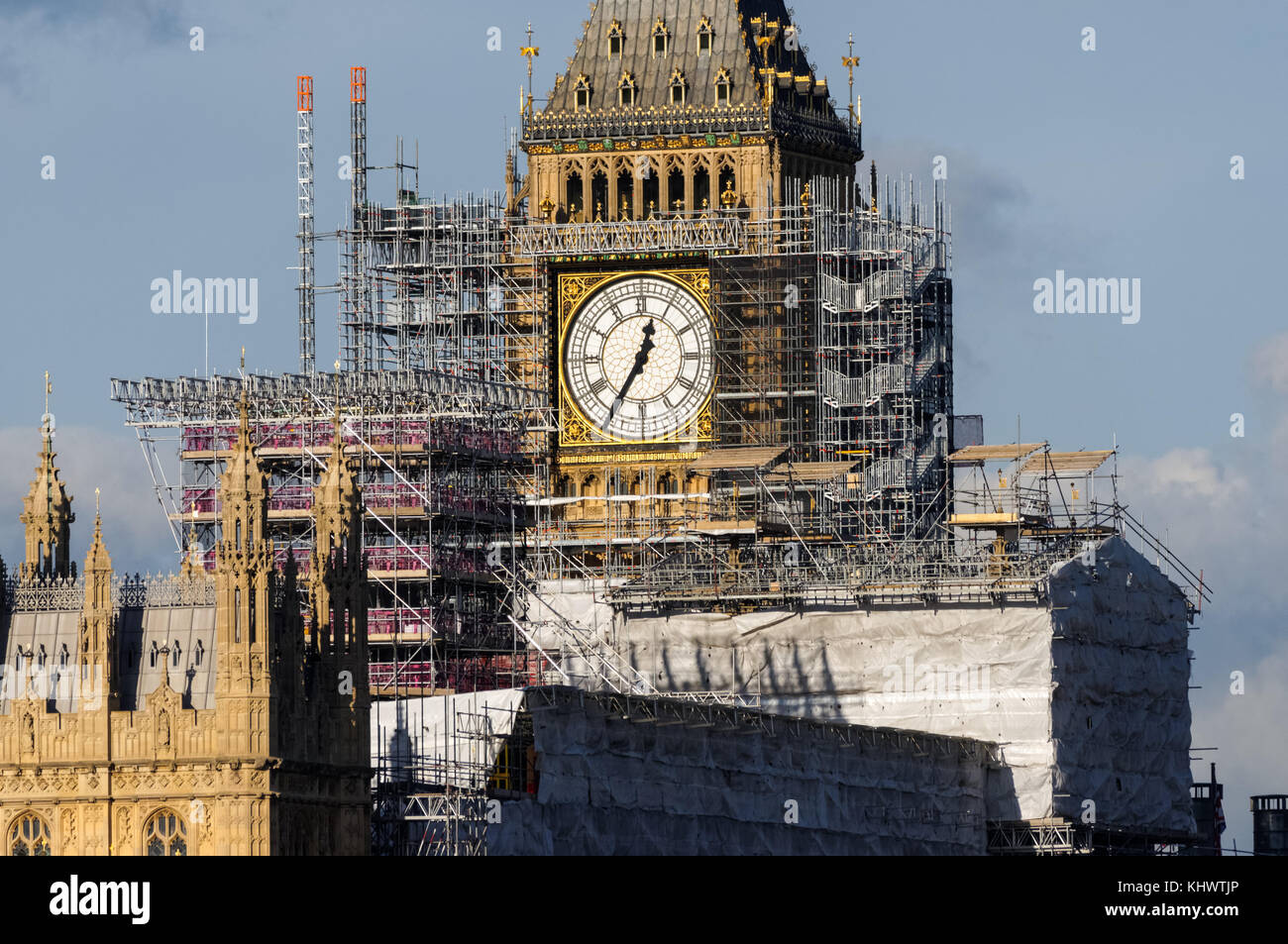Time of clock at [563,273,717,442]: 12:35
